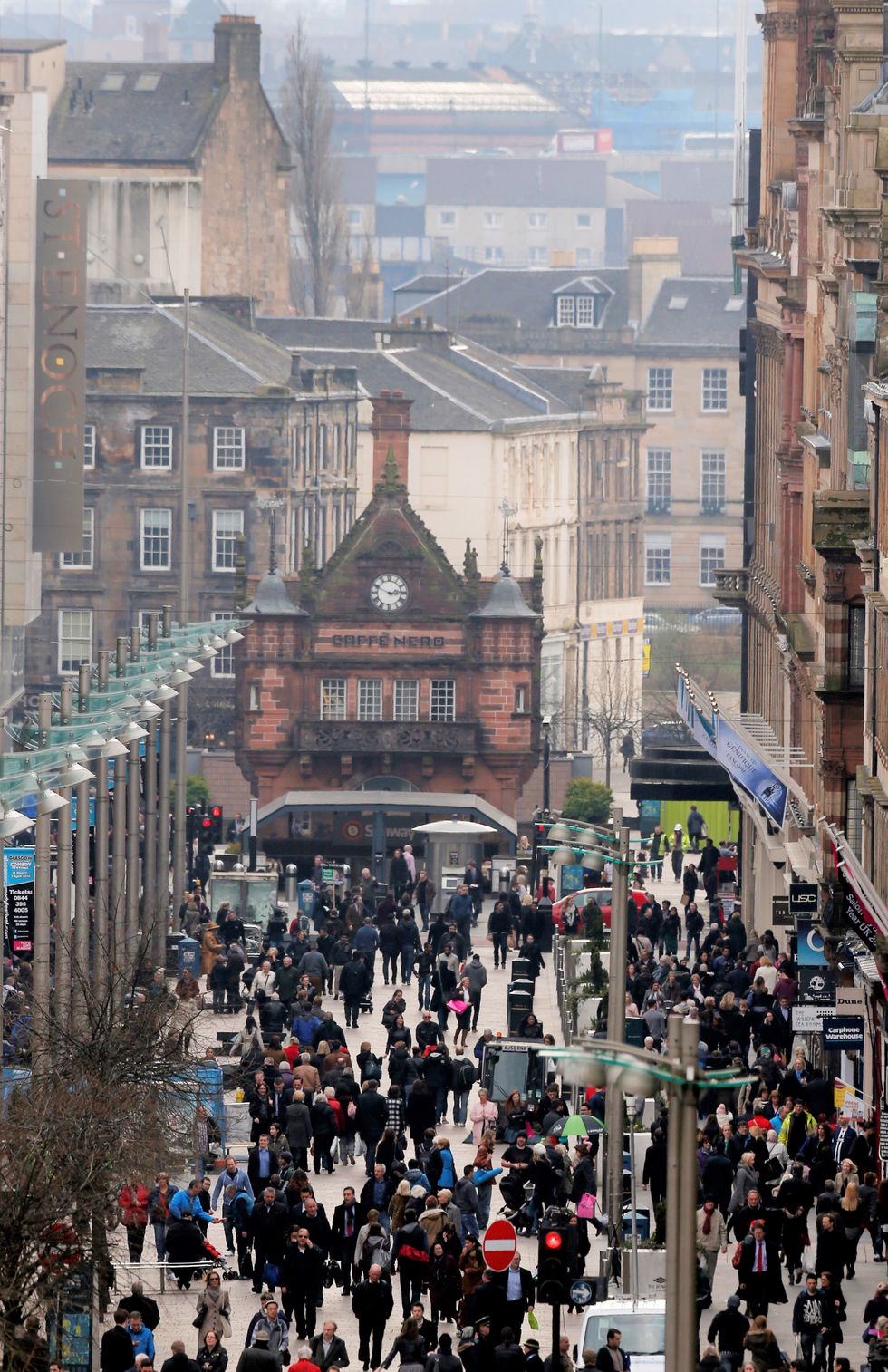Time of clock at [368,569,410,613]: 2:48
